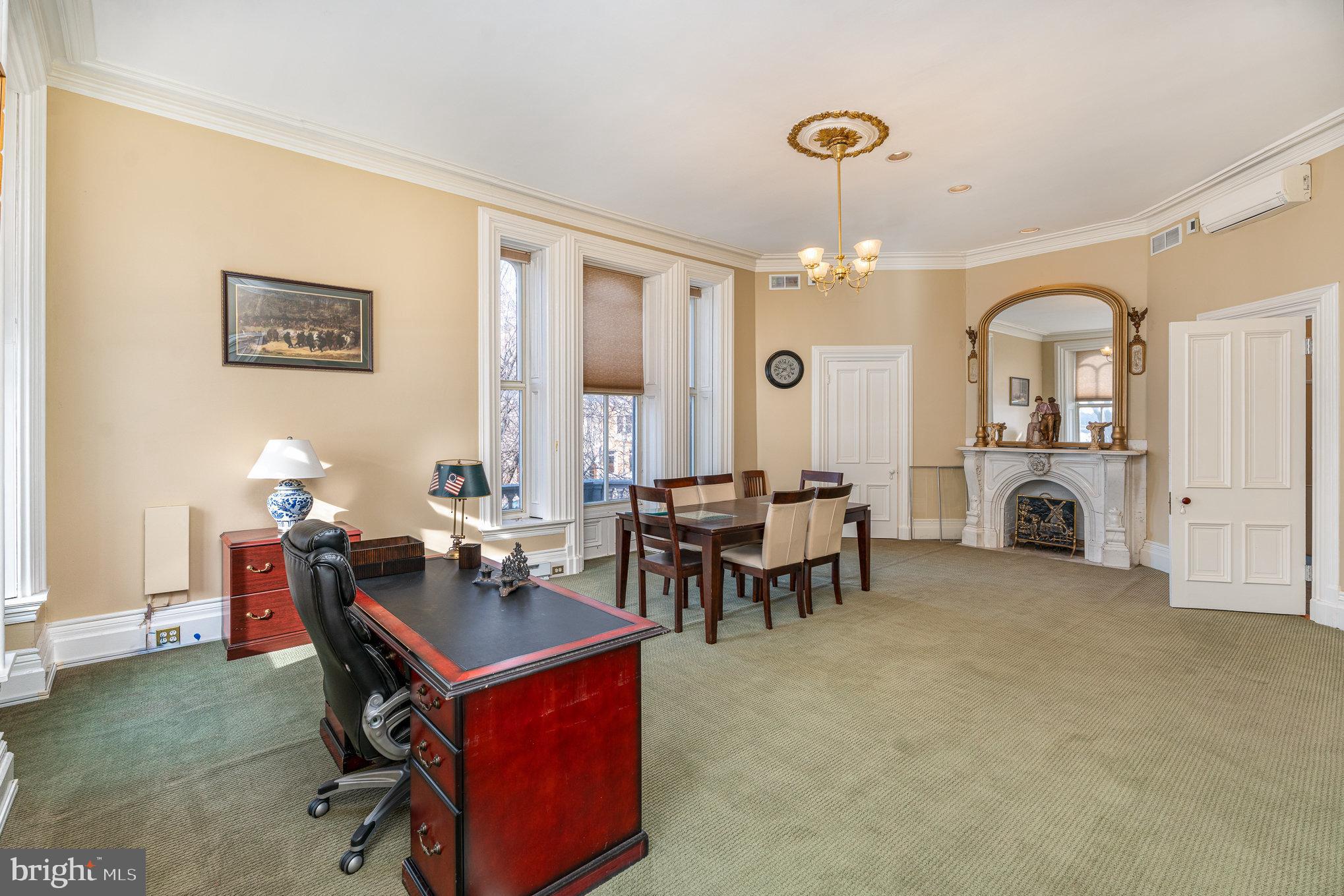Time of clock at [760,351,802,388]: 7:48
